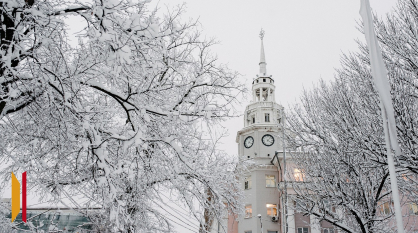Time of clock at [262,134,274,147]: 4:07
